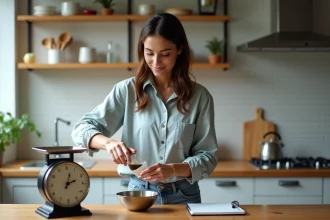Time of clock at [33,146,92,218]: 2:02
